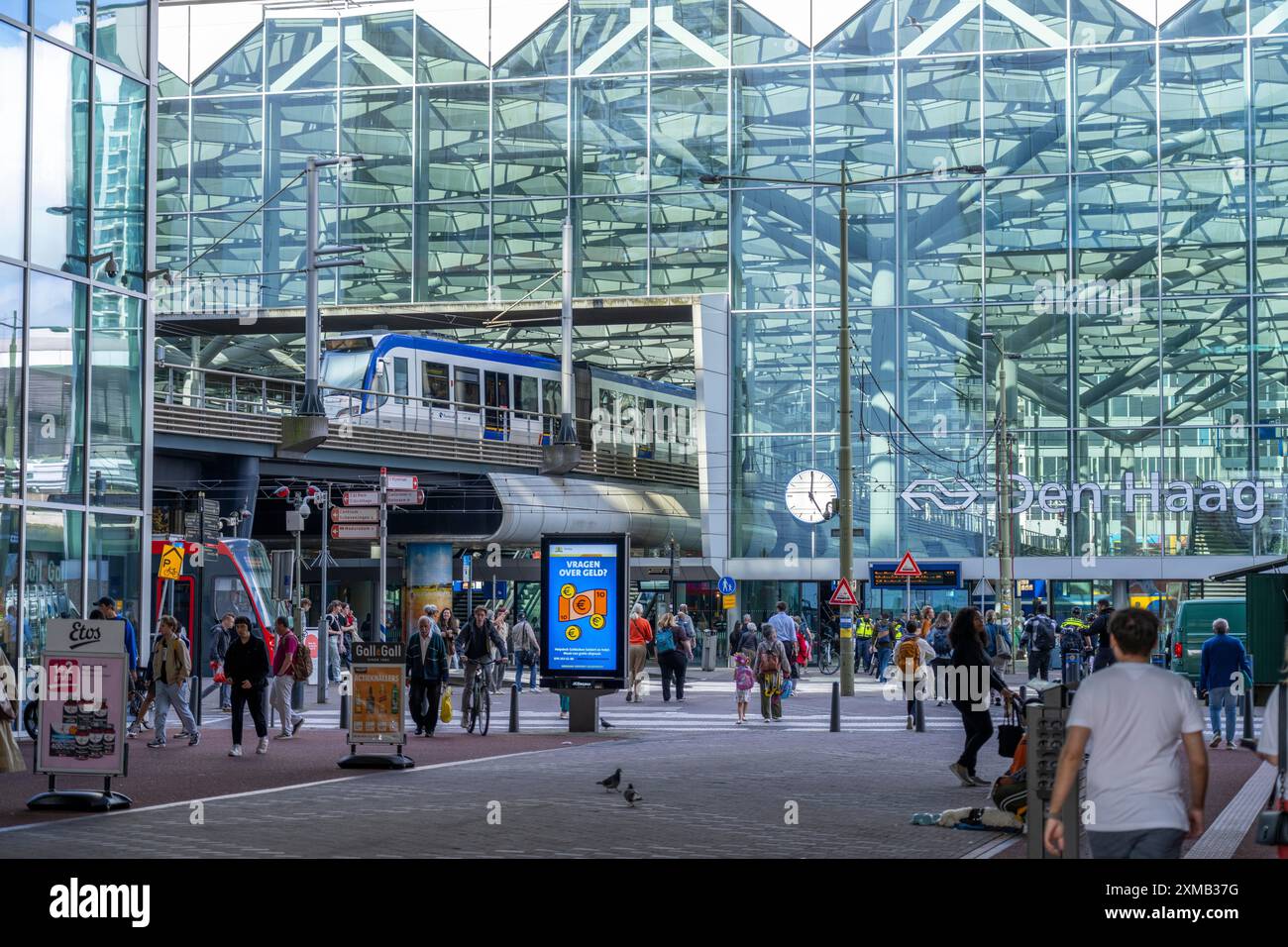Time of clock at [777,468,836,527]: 5:00
